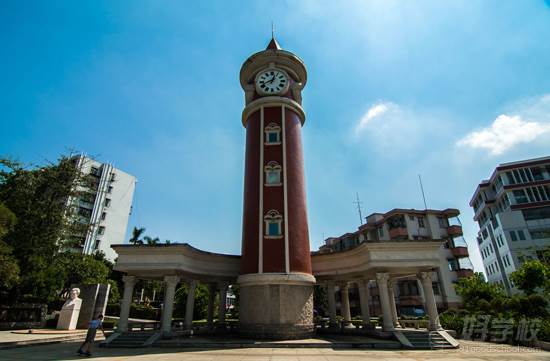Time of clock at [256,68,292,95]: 12:41
